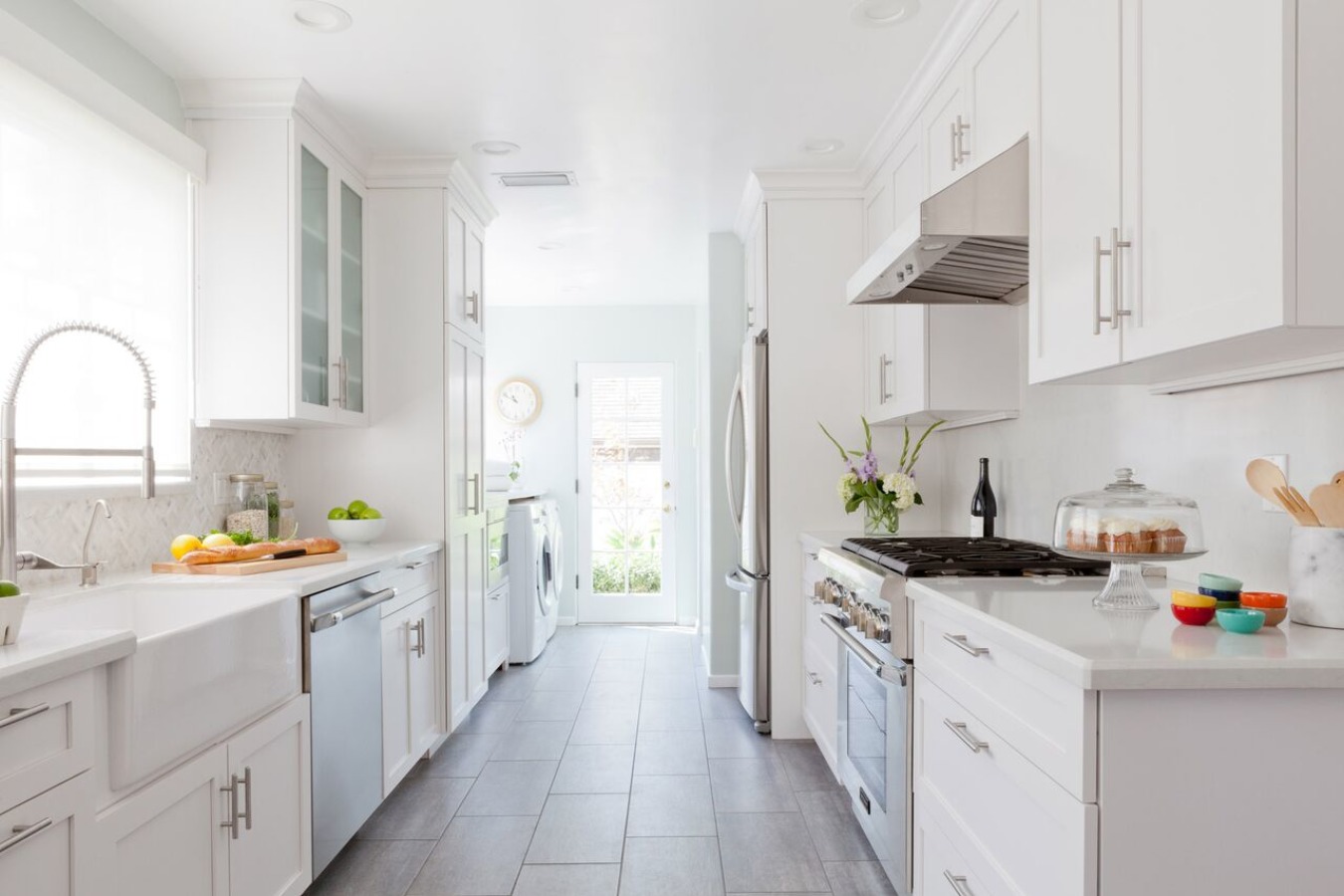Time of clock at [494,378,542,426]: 10:49
